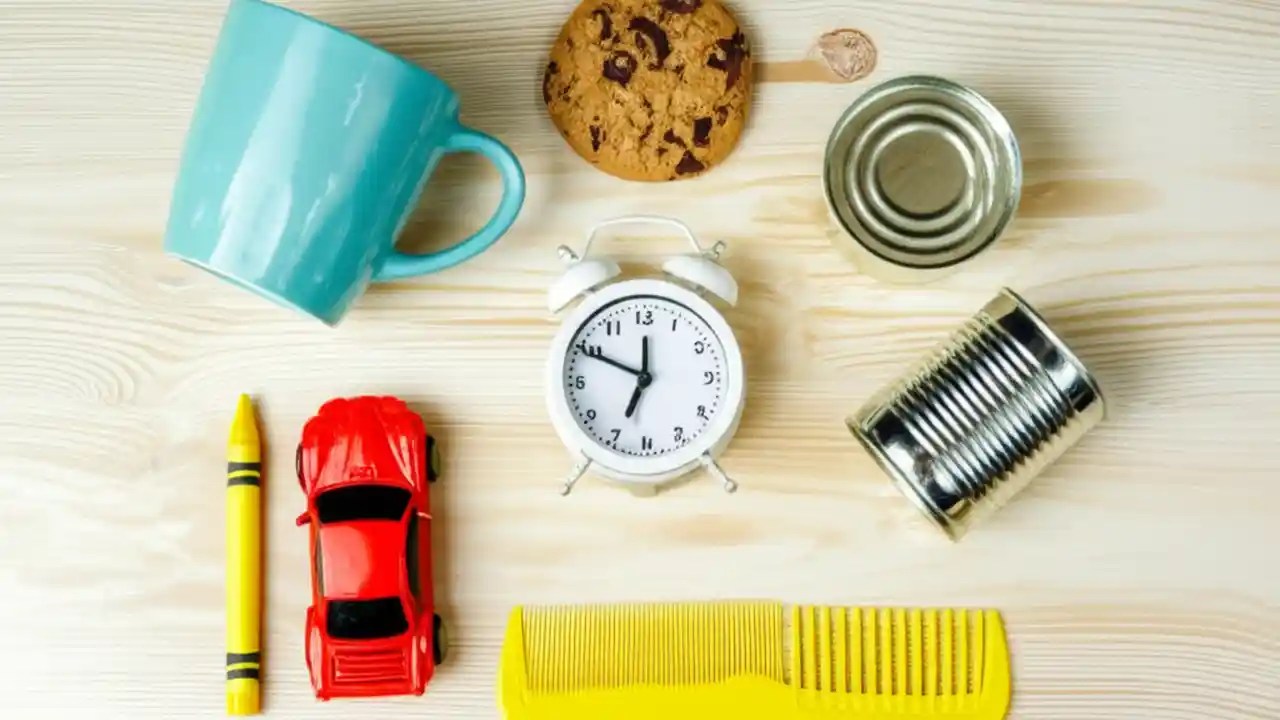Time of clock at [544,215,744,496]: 6:49
